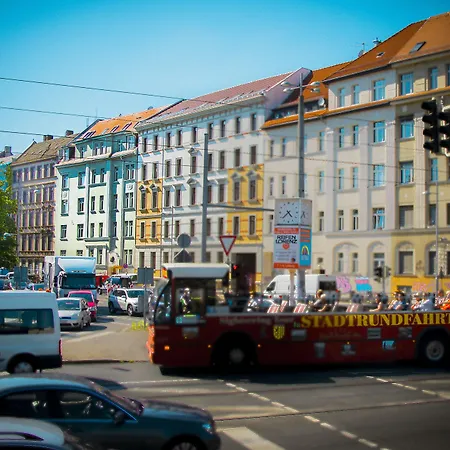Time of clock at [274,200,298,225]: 4:37
